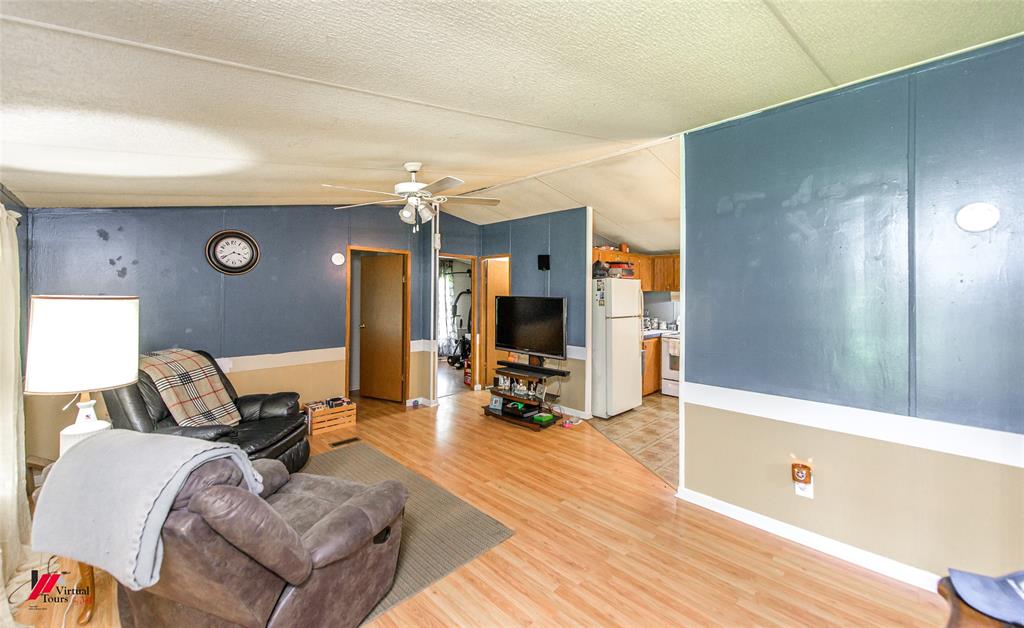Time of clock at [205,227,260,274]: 3:39
